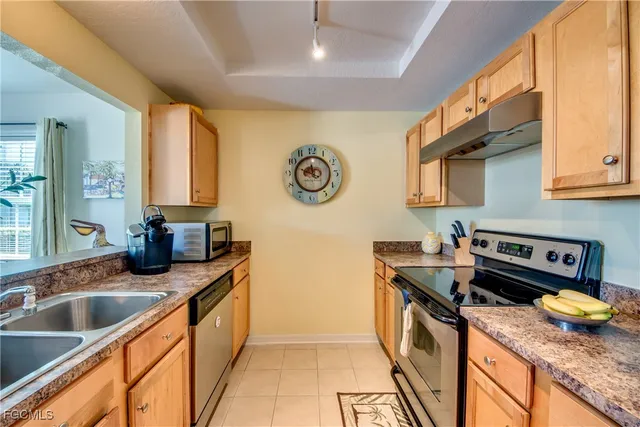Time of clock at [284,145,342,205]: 11:48
